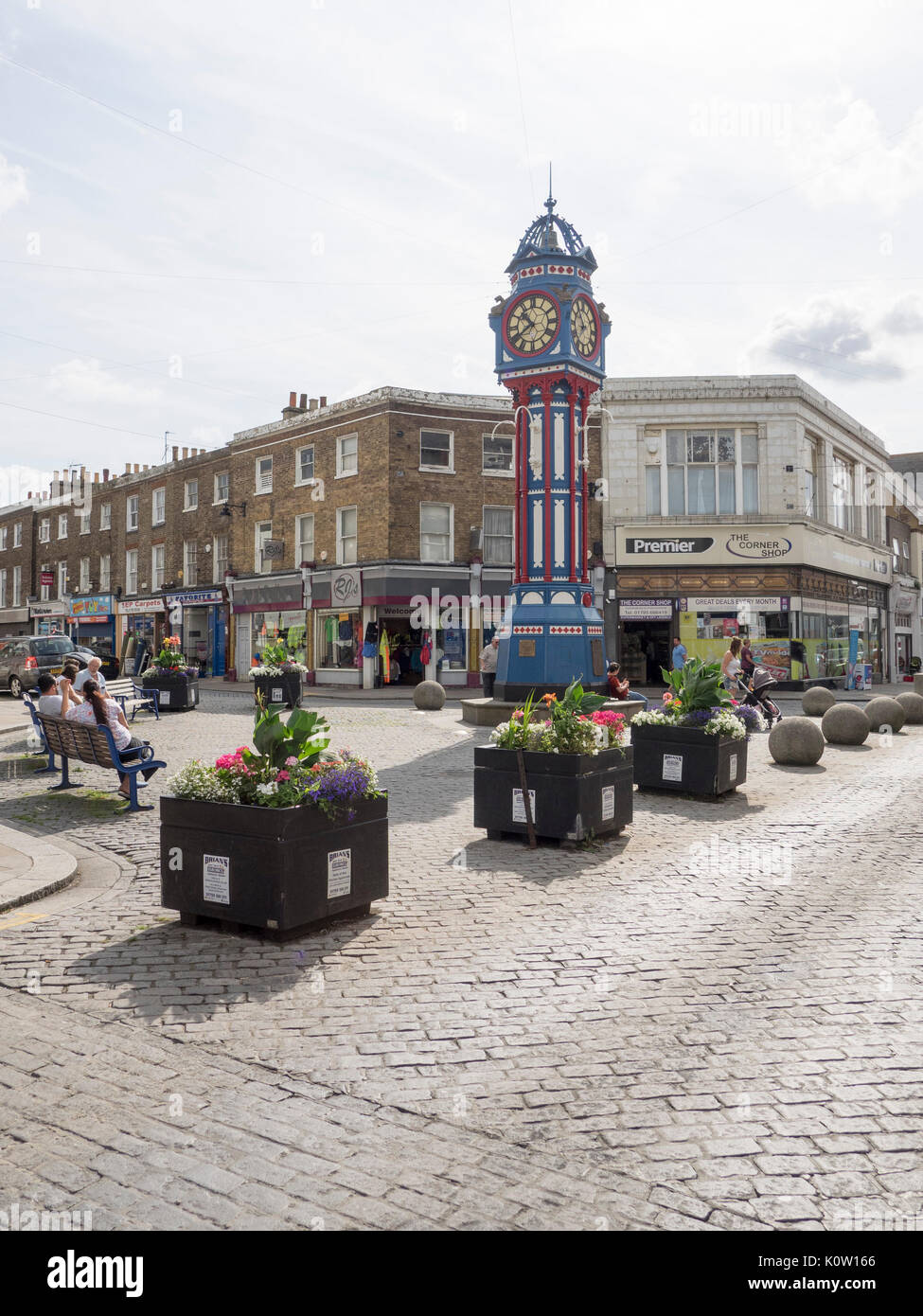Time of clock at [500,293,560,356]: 10:39
